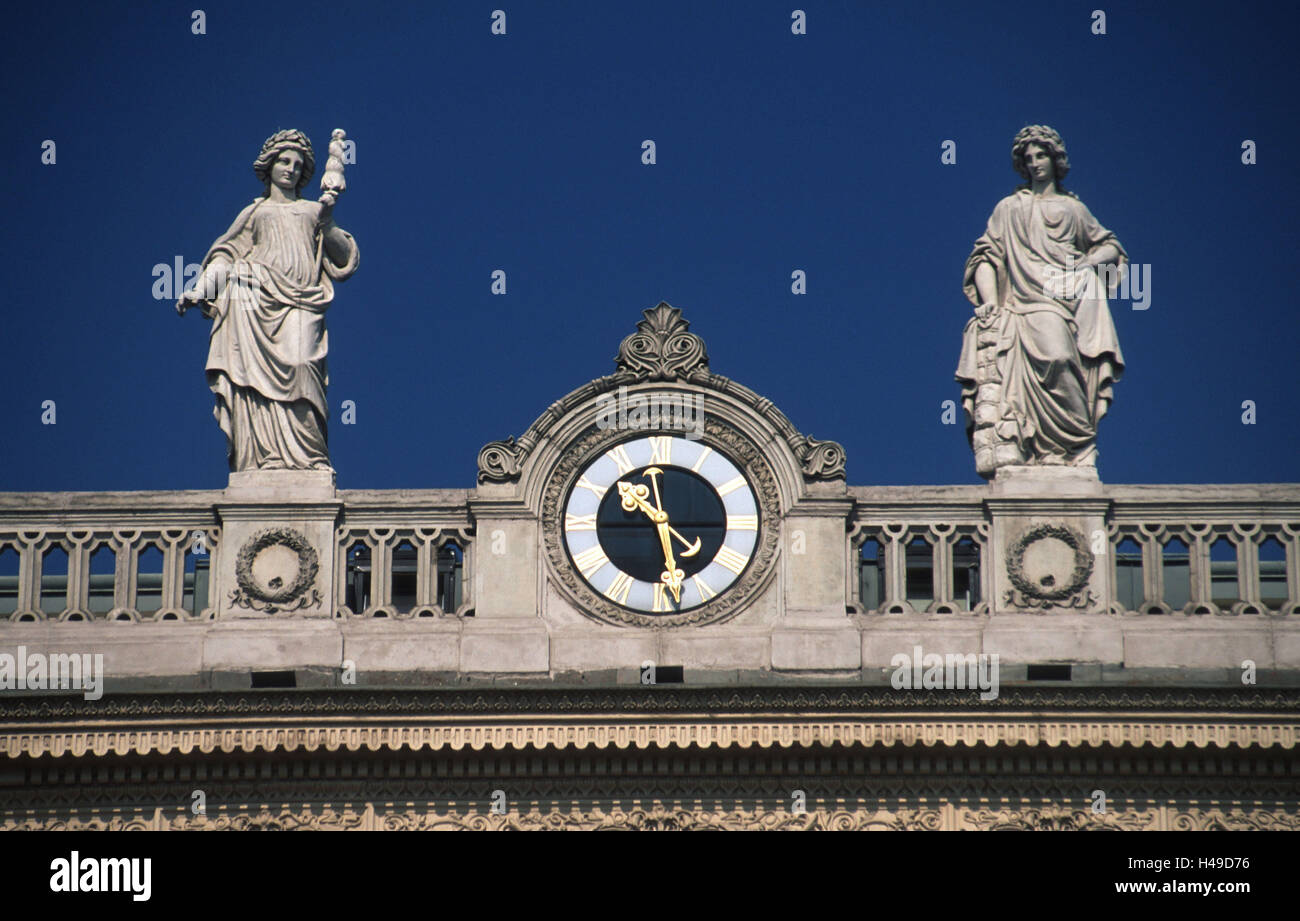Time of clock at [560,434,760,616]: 10:28
